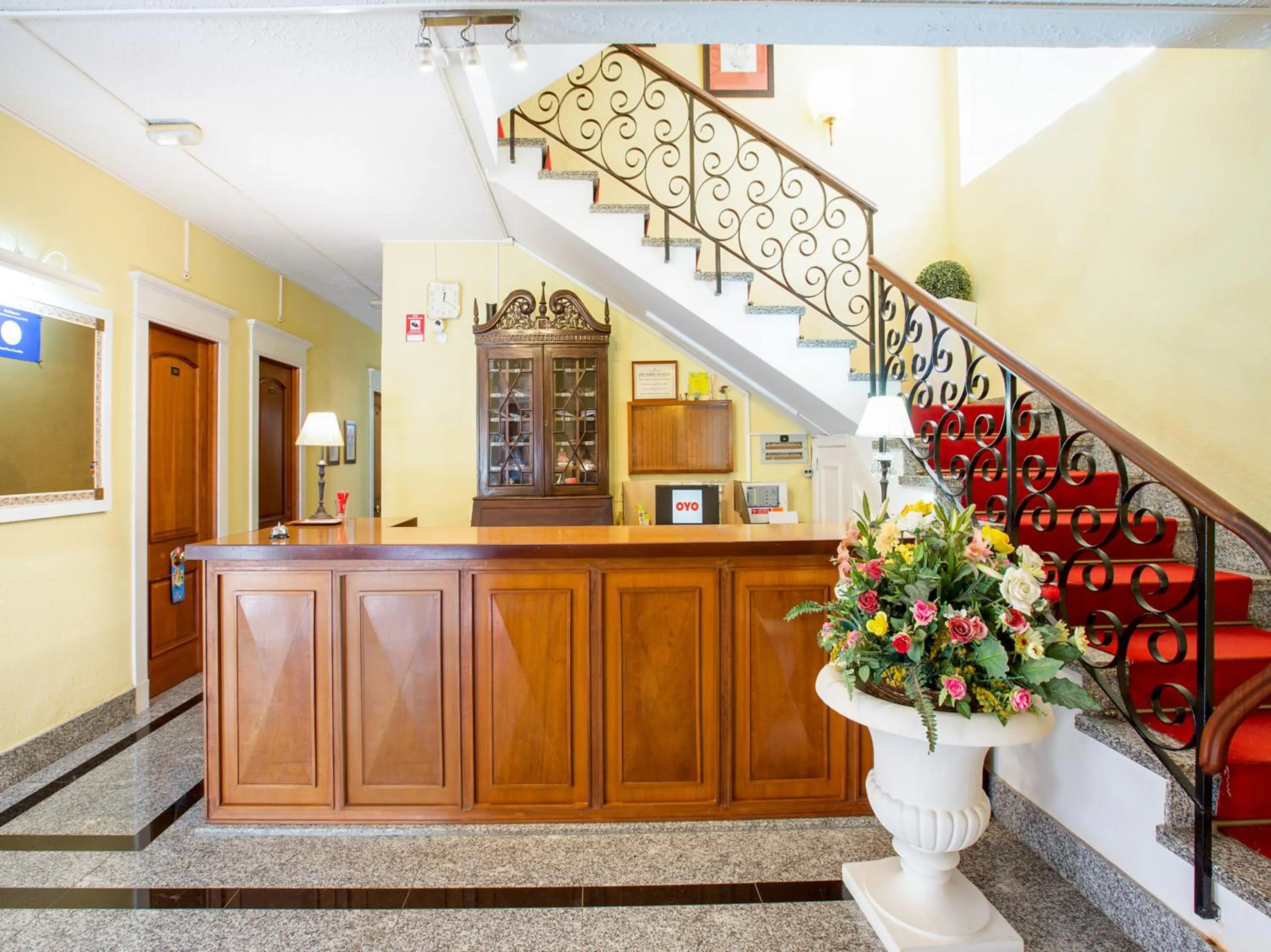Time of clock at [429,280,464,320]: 12:19
